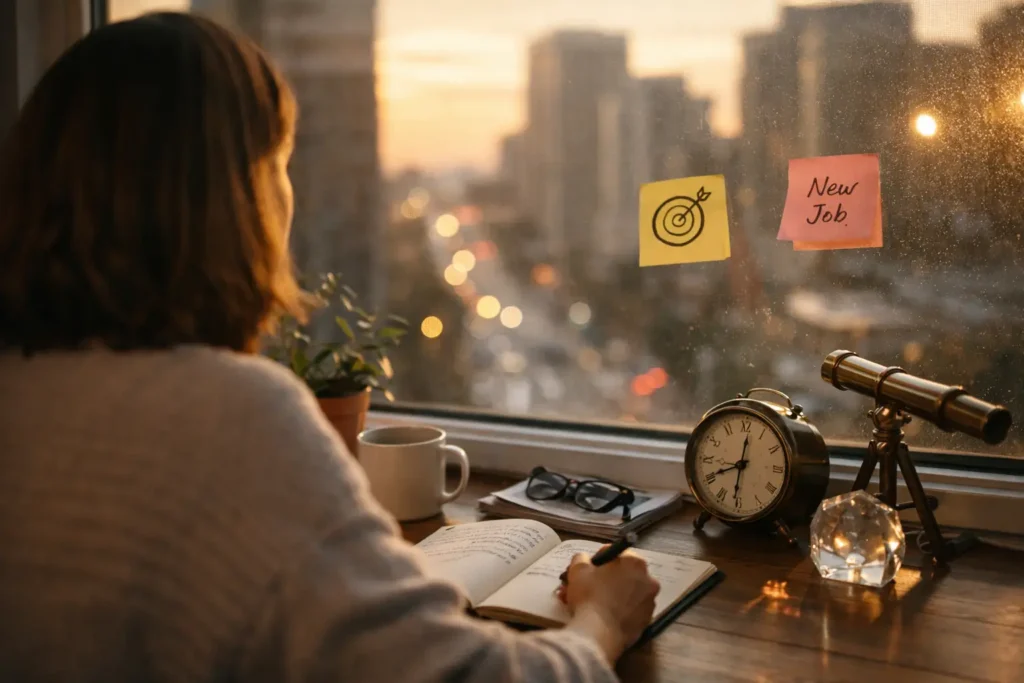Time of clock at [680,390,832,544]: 8:01
